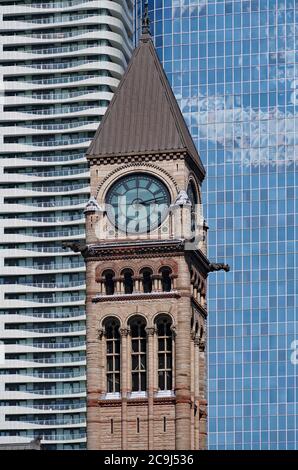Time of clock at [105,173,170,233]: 3:12
